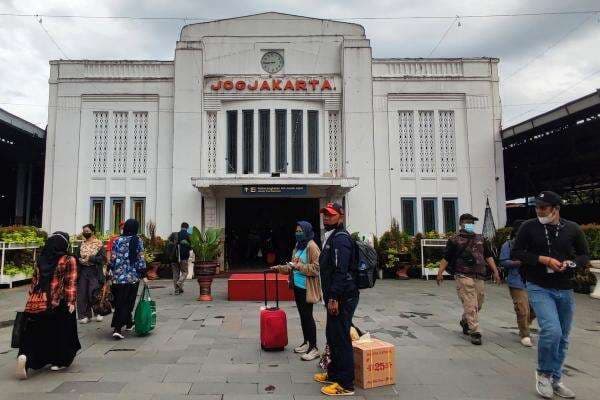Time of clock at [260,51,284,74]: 8:45
